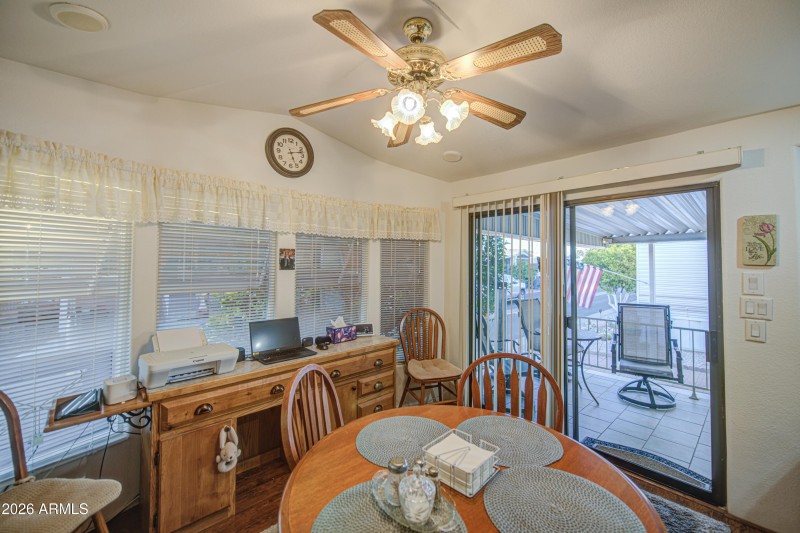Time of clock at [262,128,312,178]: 5:12
